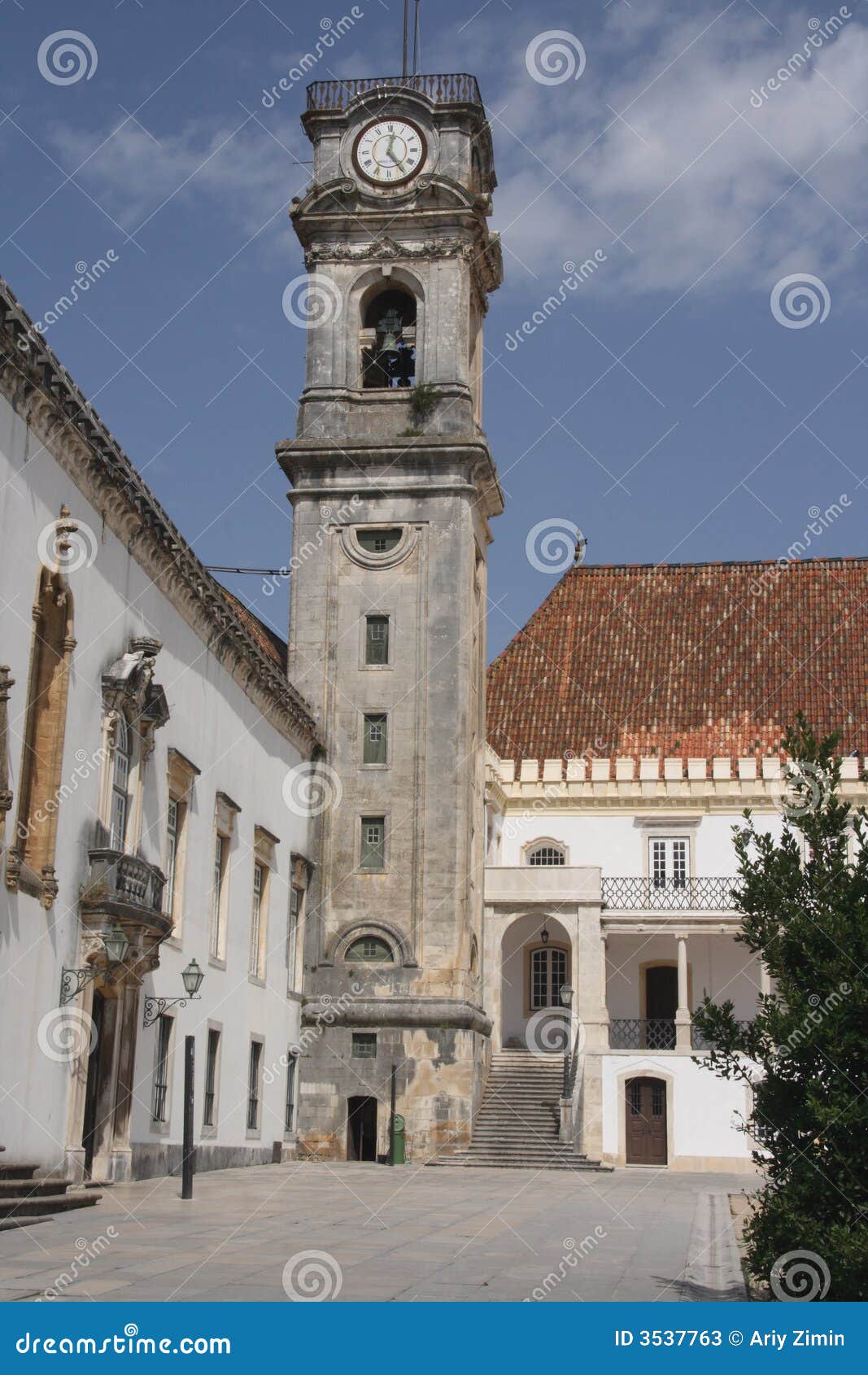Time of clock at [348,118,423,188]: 12:24
